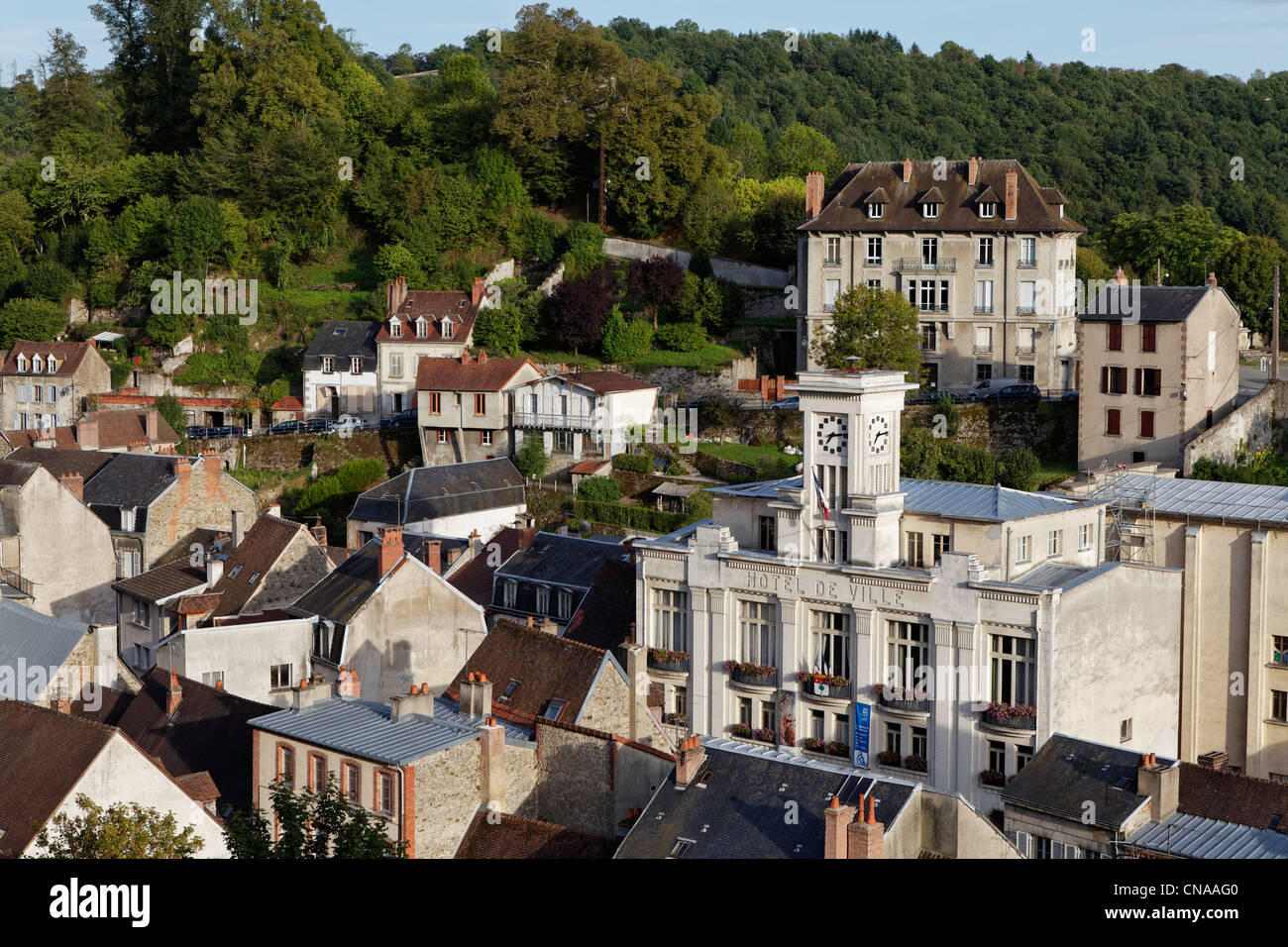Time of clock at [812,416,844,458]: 7:14
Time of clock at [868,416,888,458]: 7:14
